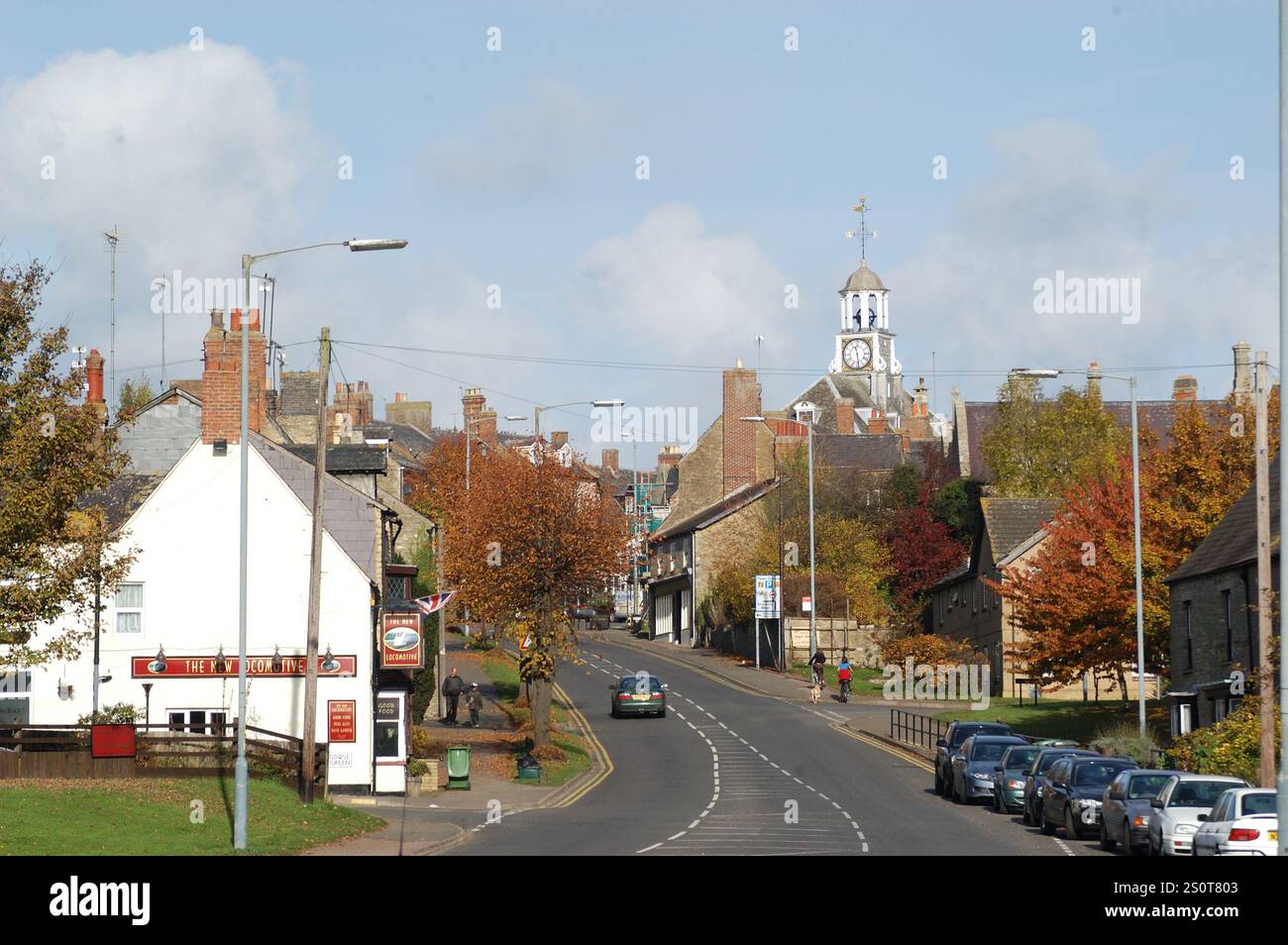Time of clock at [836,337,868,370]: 11:28
